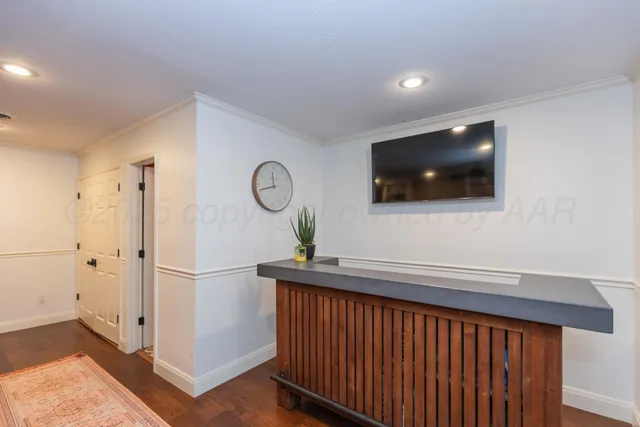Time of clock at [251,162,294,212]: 11:42
